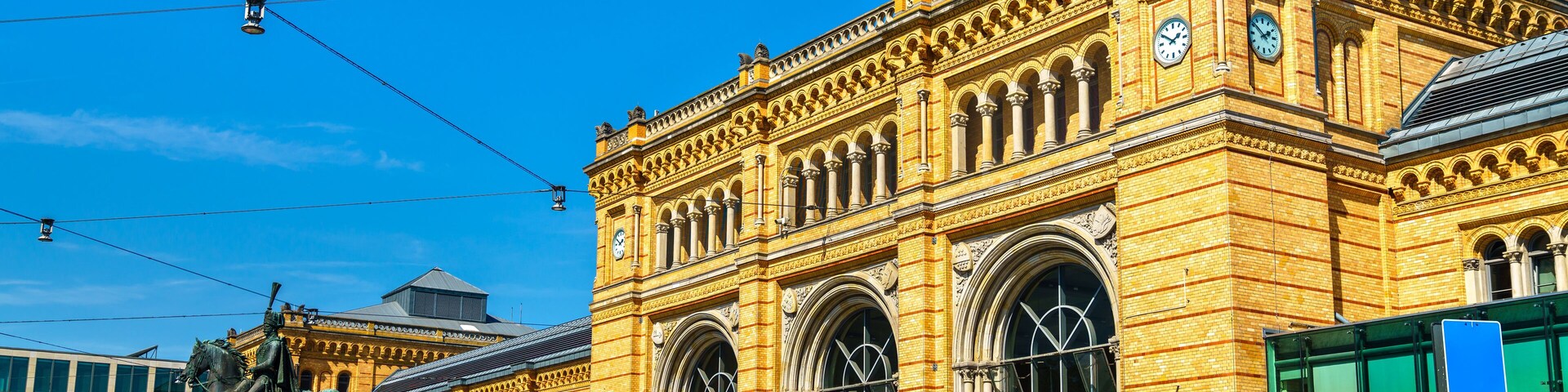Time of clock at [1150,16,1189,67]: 1:50
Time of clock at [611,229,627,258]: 1:50
